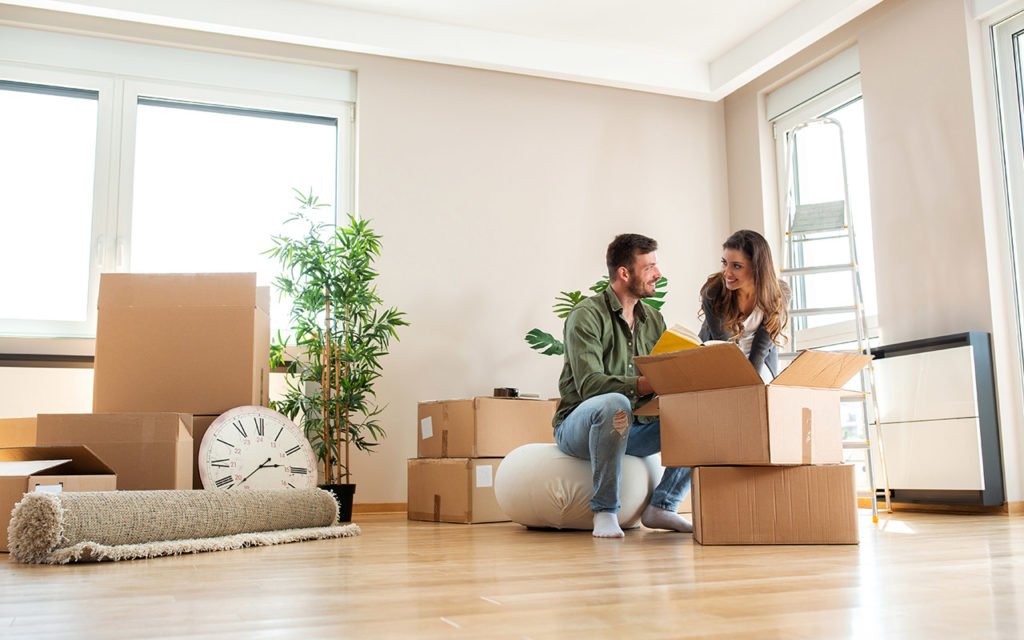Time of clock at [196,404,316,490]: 2:38
